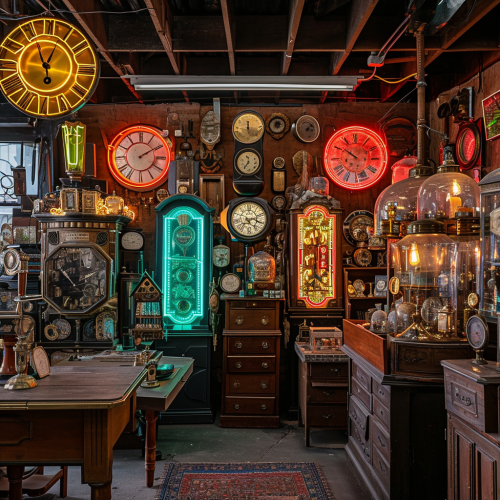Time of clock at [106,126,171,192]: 2:10
